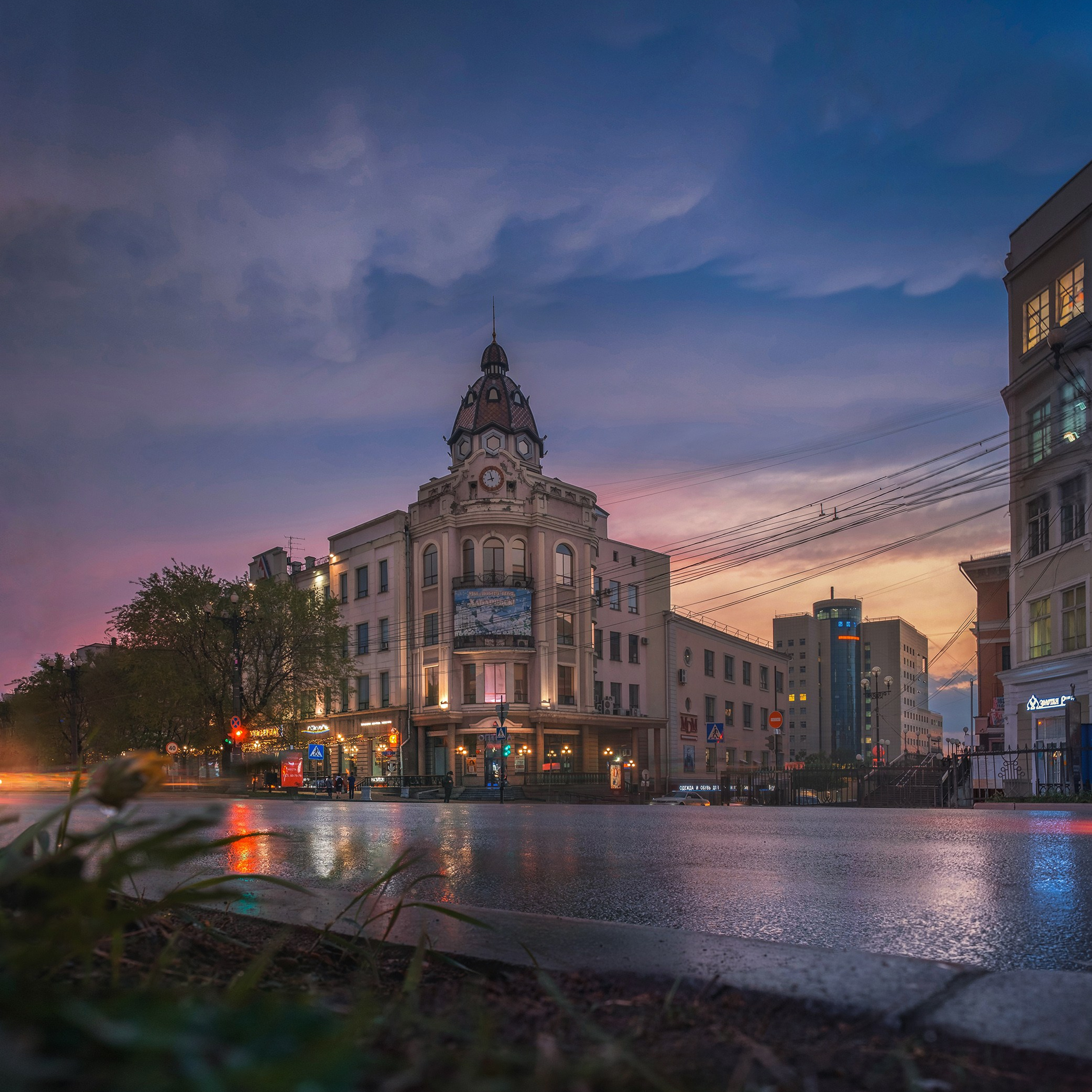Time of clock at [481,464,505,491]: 8:57
